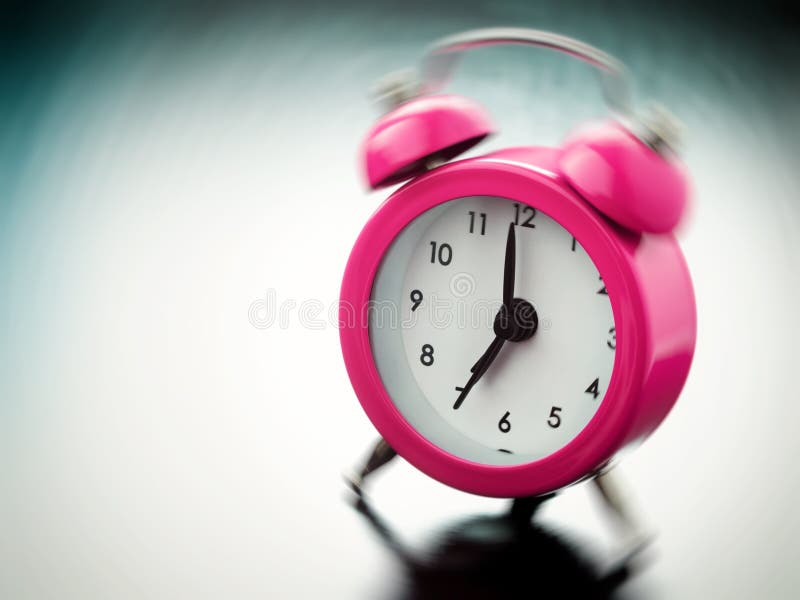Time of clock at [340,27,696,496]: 6:59
